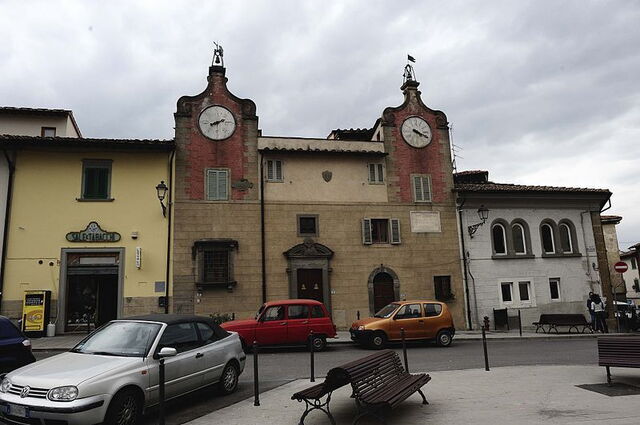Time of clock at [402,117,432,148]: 4:18
